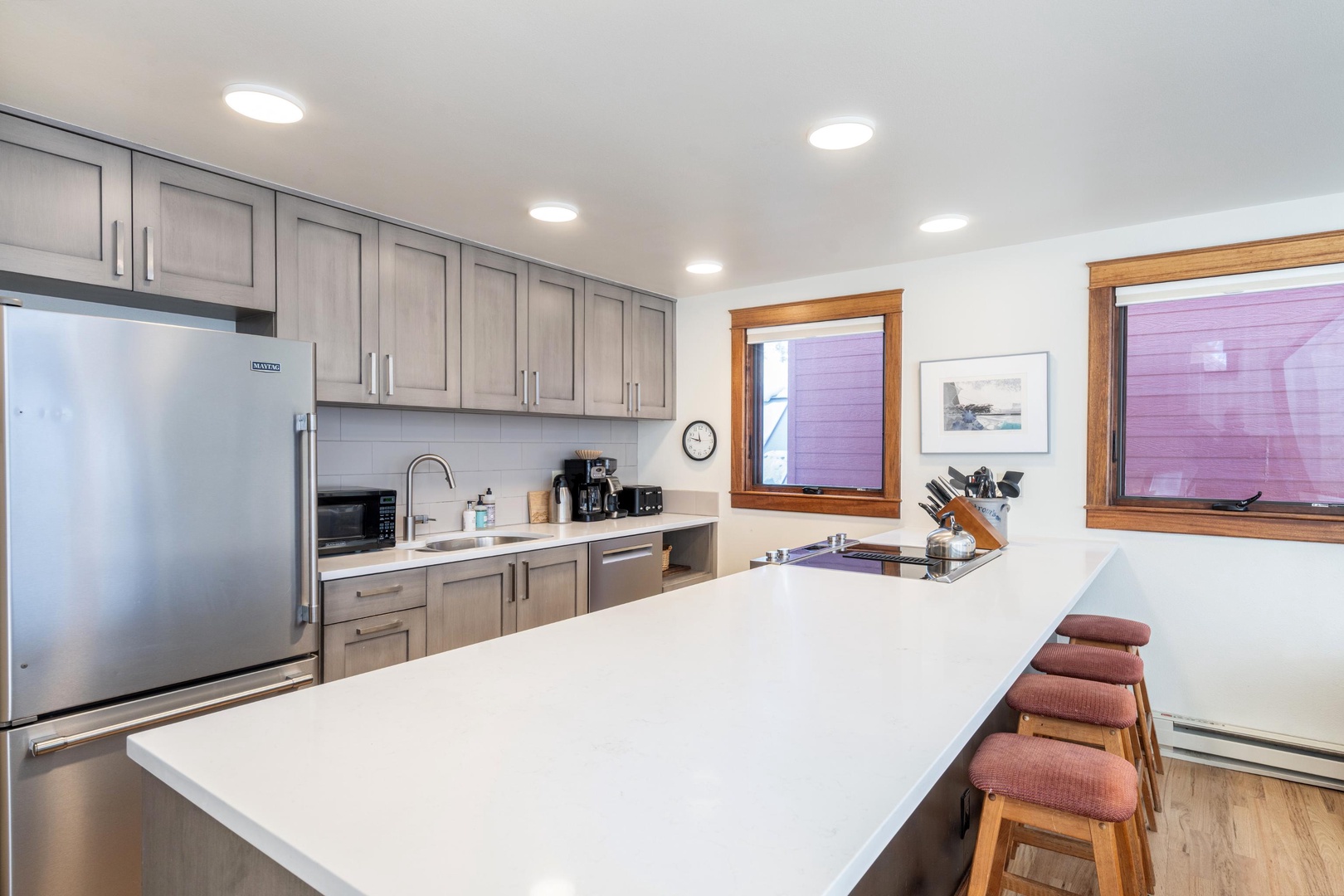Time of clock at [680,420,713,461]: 11:46
